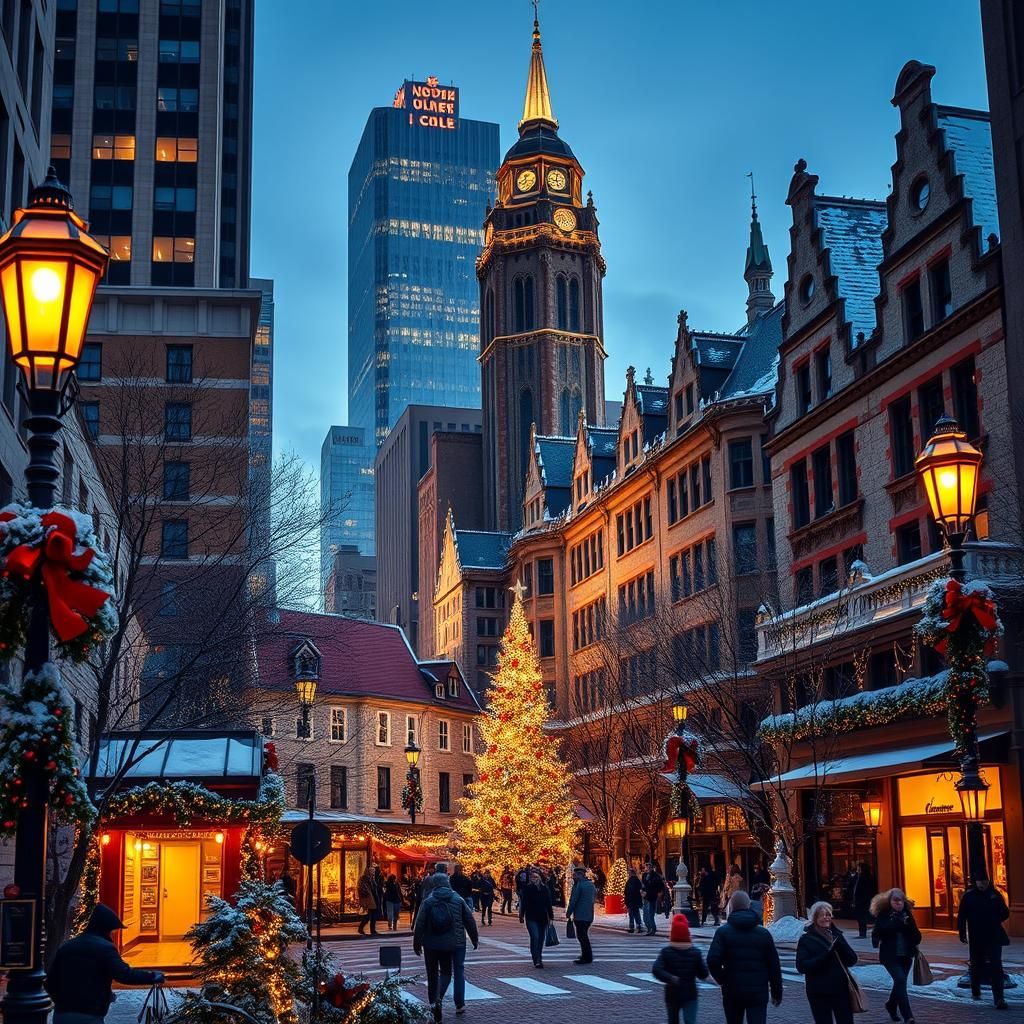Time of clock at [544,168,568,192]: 12:28
